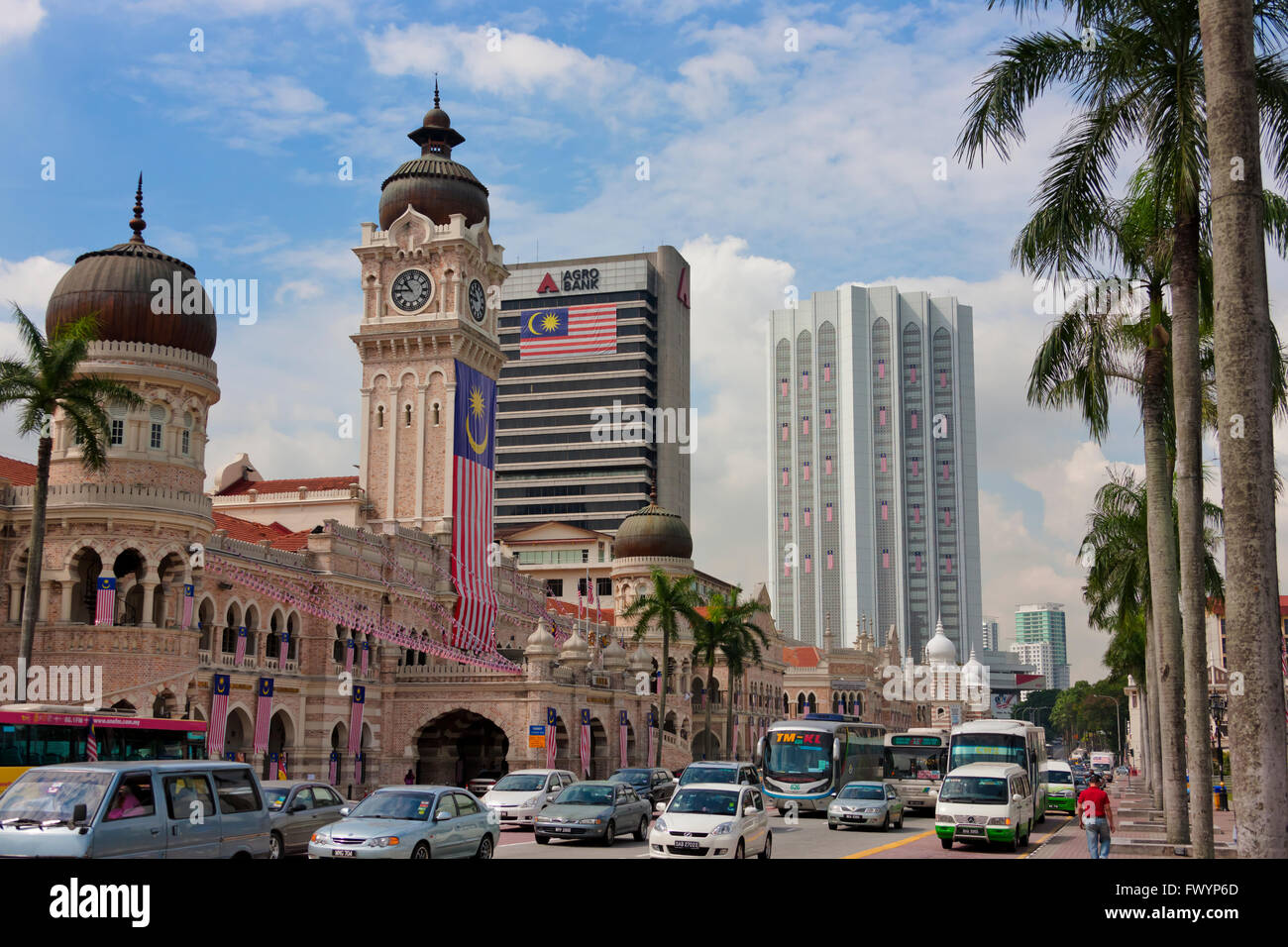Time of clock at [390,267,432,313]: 10:45
